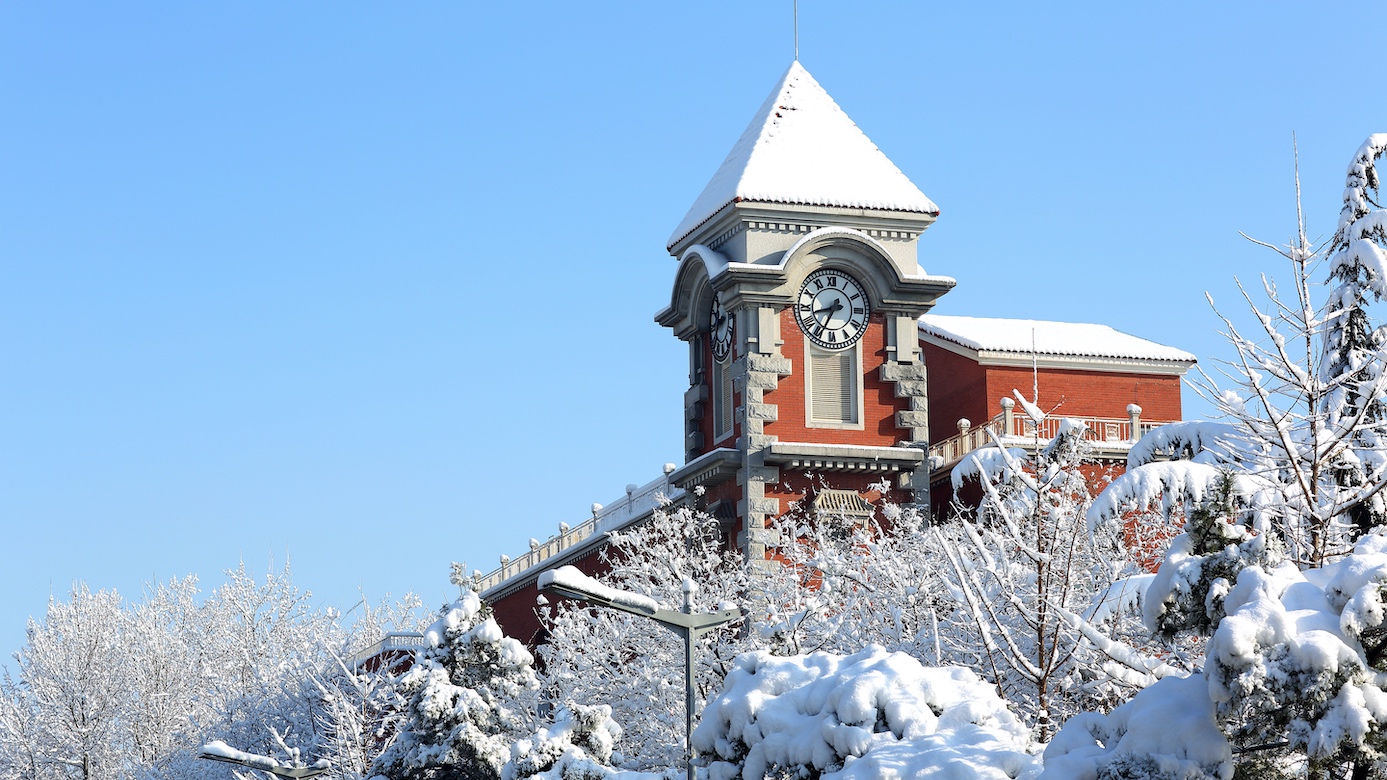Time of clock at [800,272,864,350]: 8:34
